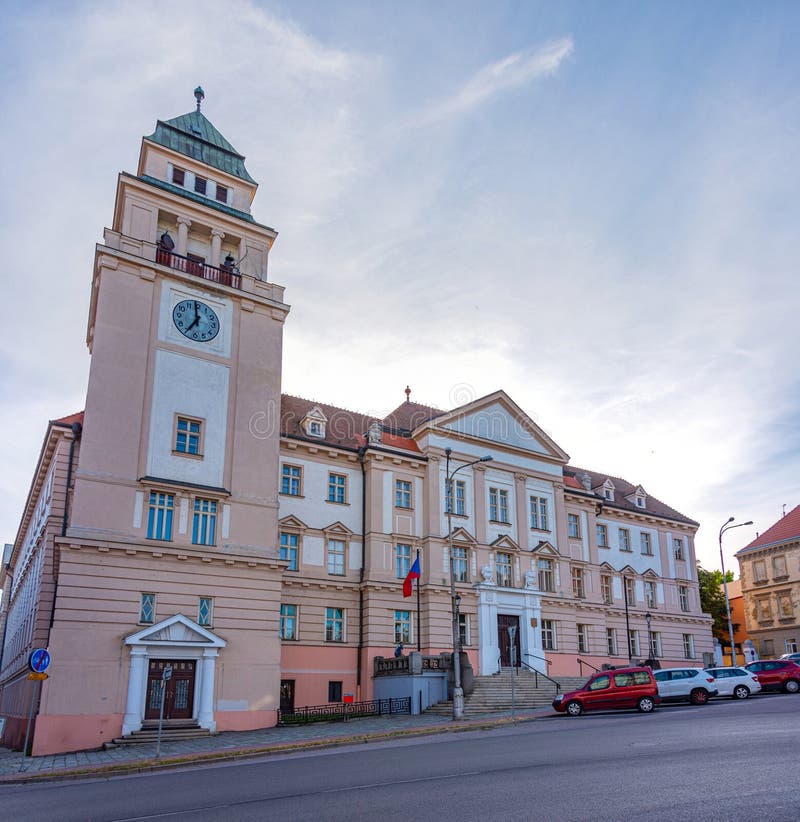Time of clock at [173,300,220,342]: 6:59
